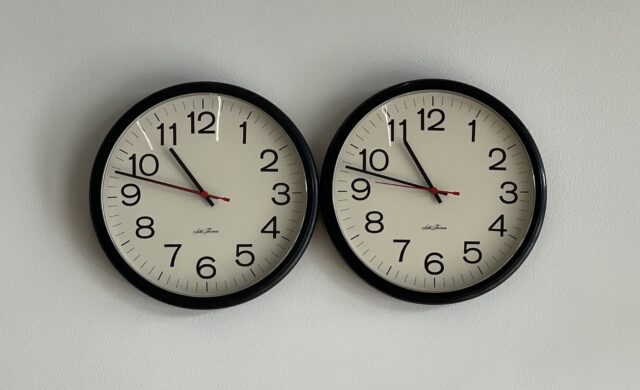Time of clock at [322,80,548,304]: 10:47
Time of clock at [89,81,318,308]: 10:47
